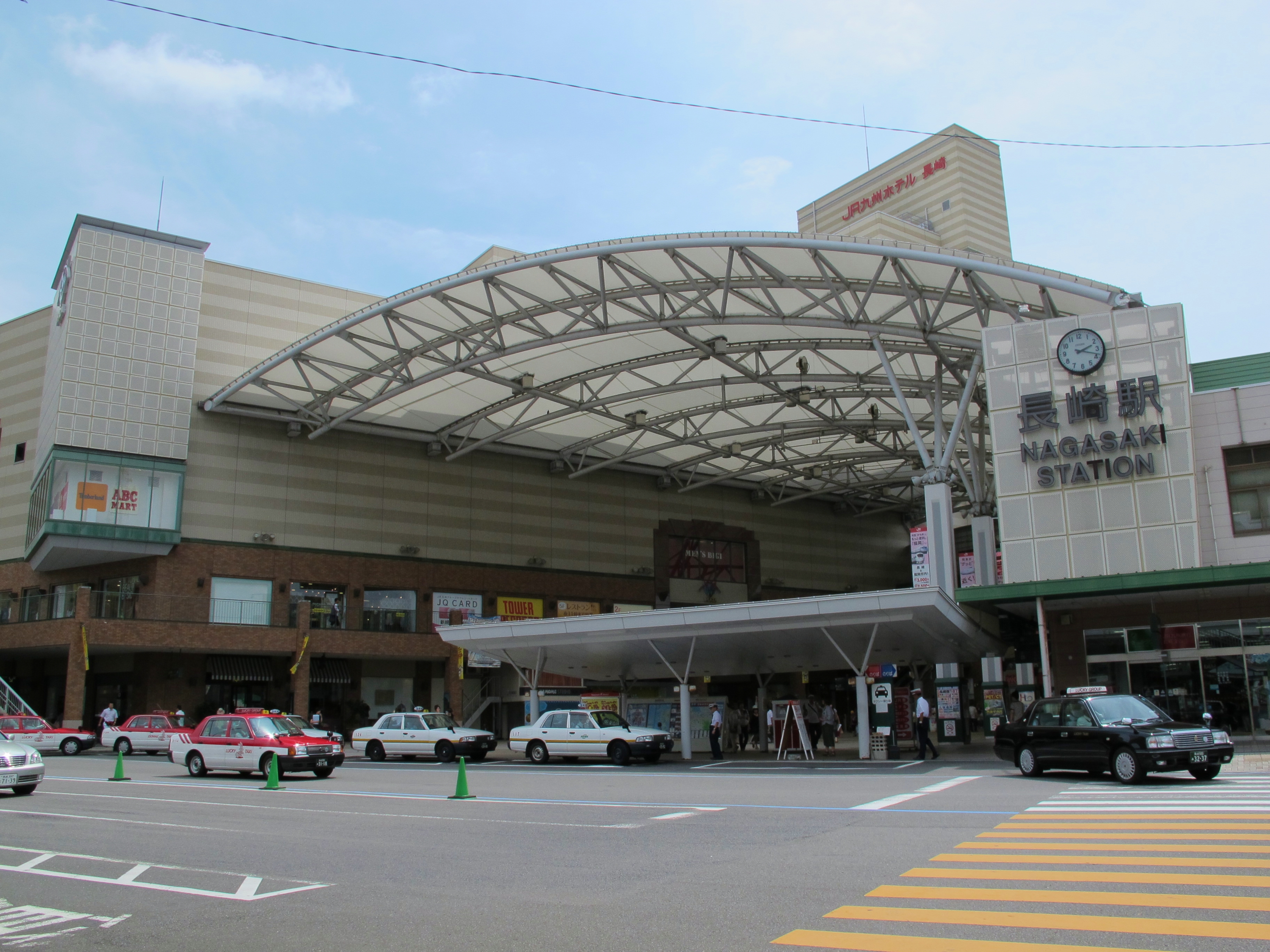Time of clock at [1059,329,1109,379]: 2:18
